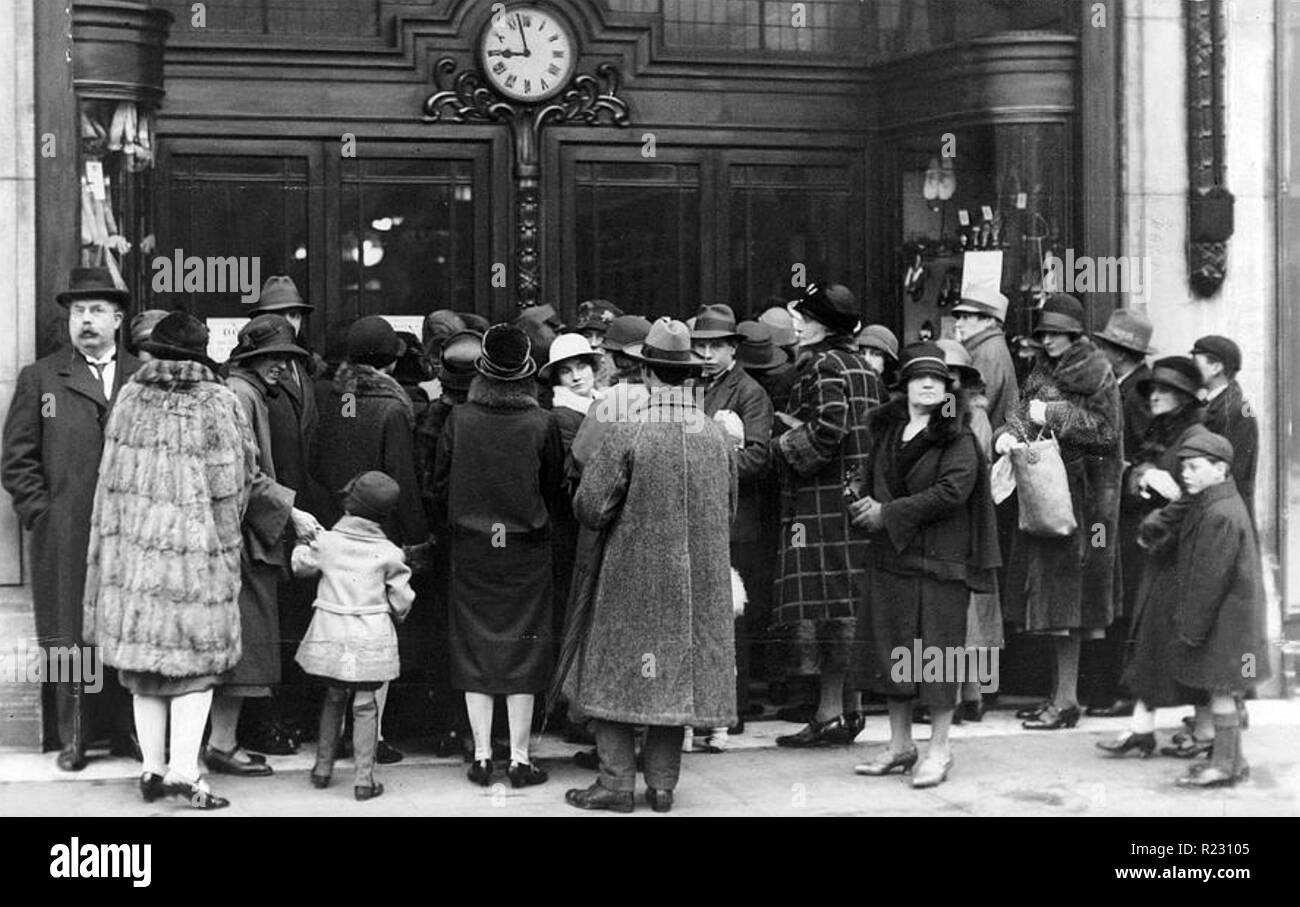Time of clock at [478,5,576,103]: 8:57
